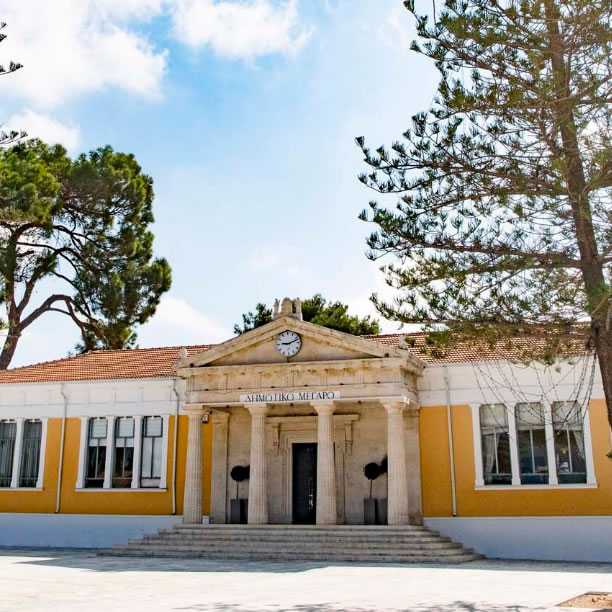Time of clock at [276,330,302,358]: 9:12
